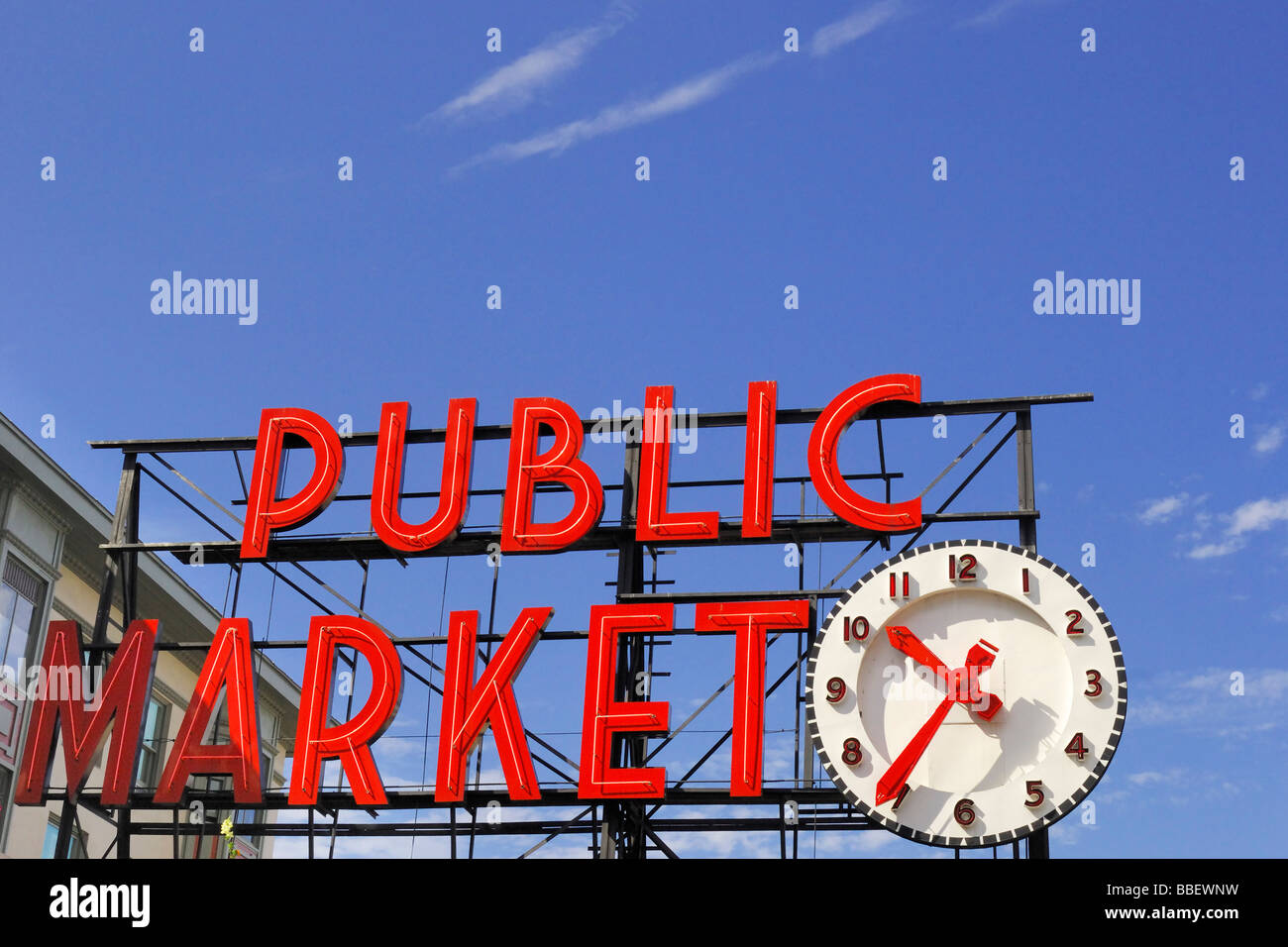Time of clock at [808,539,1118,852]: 10:36
